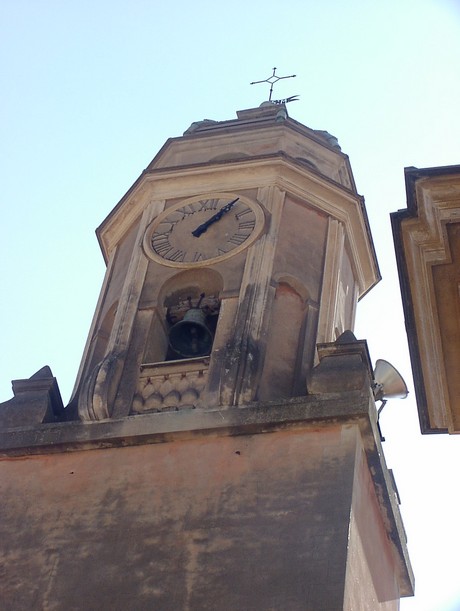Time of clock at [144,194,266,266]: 1:06
